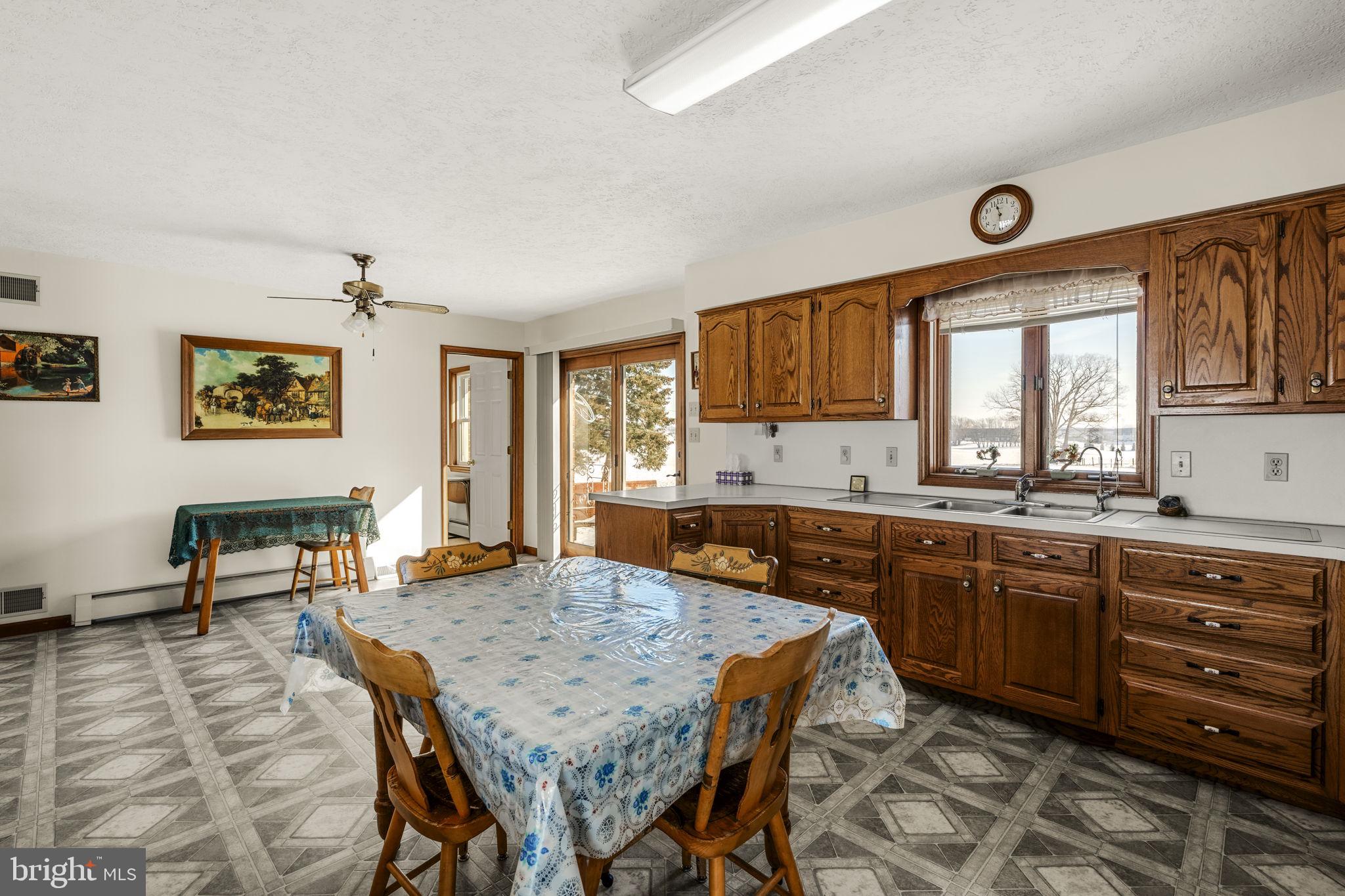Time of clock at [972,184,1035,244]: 11:29
